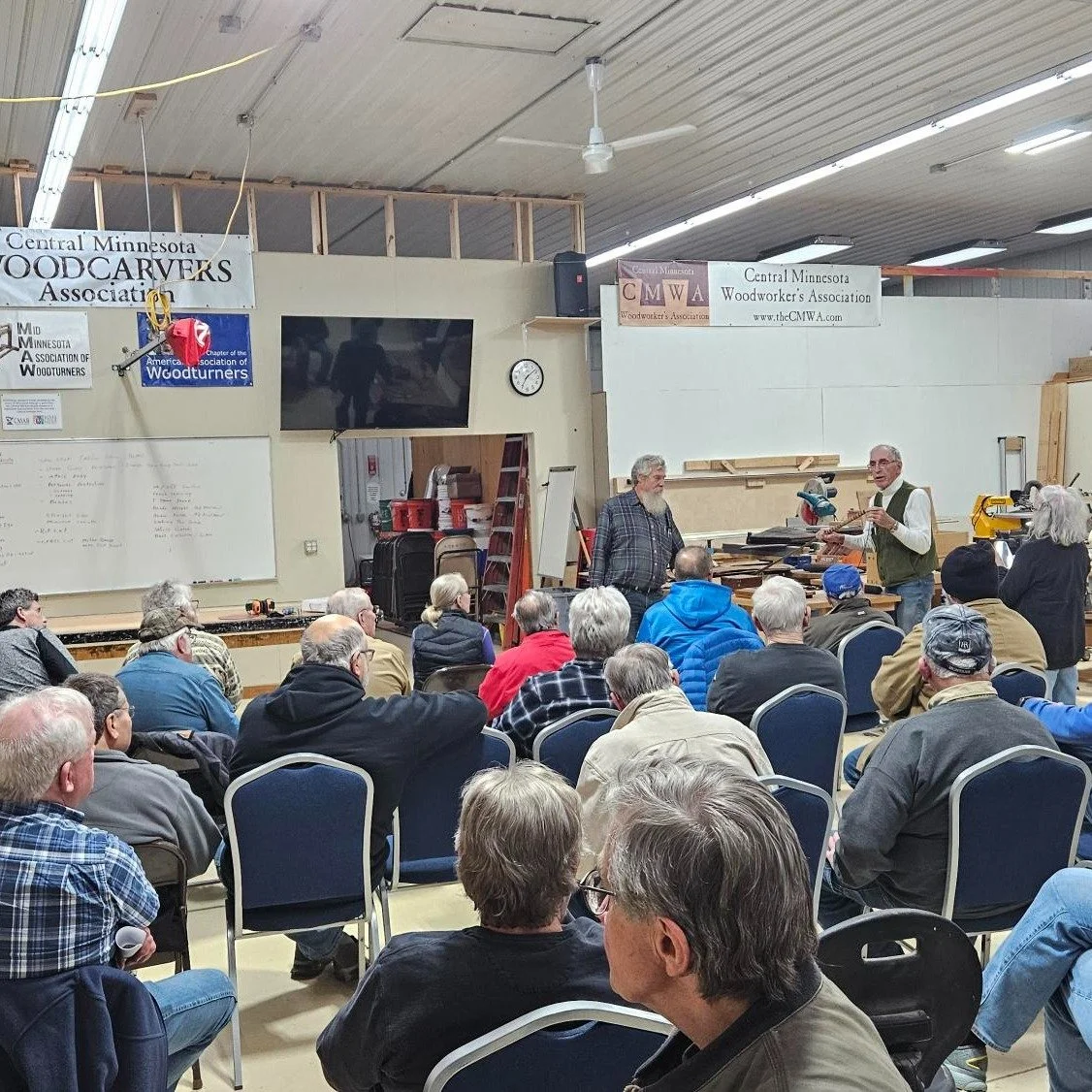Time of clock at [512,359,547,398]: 7:08
